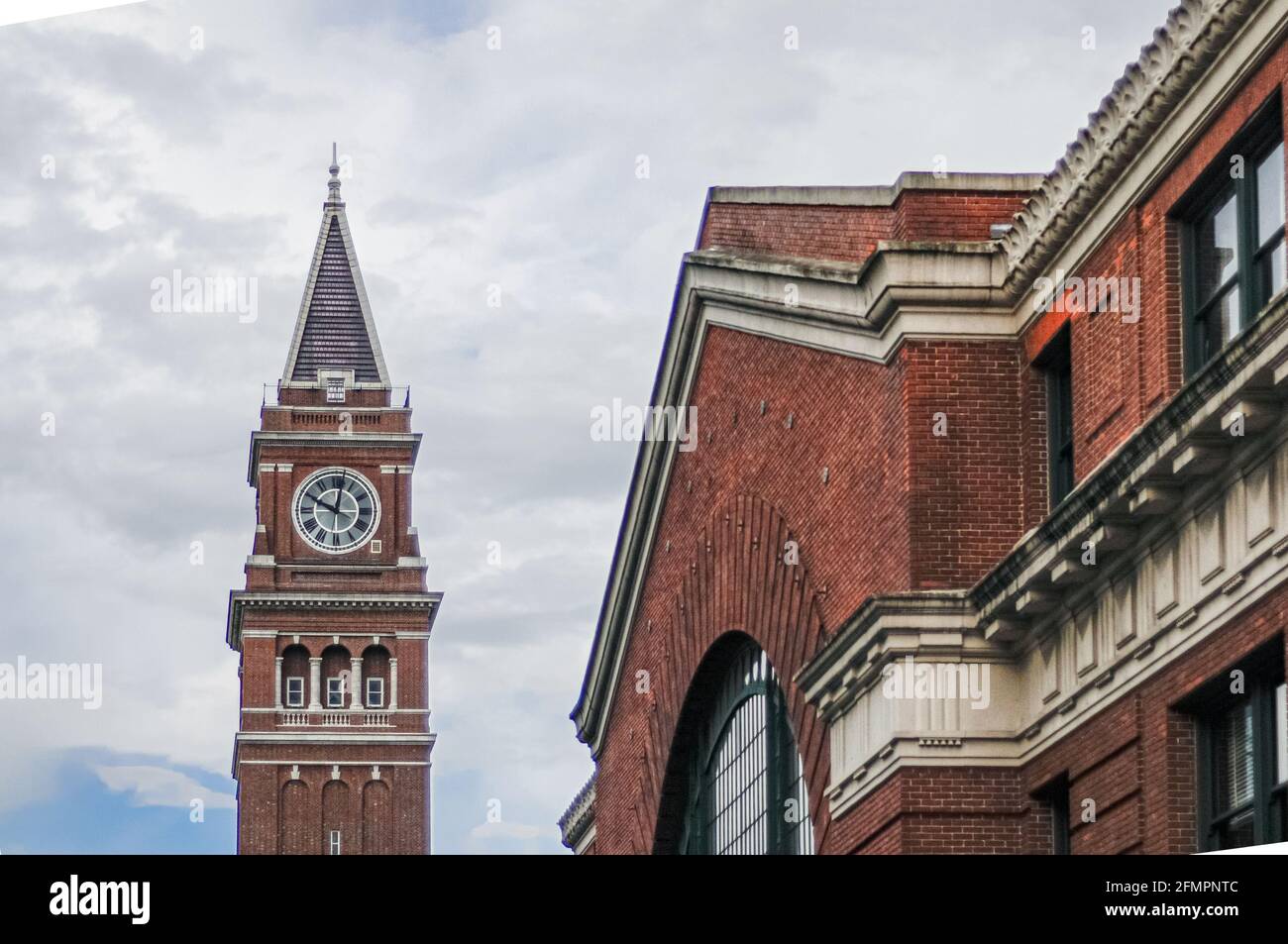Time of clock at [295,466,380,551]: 10:01
